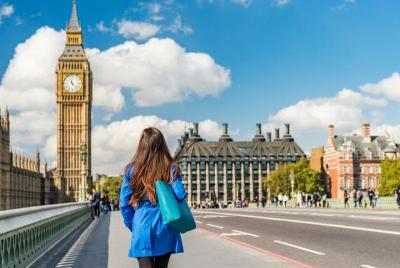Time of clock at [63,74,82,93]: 11:21
